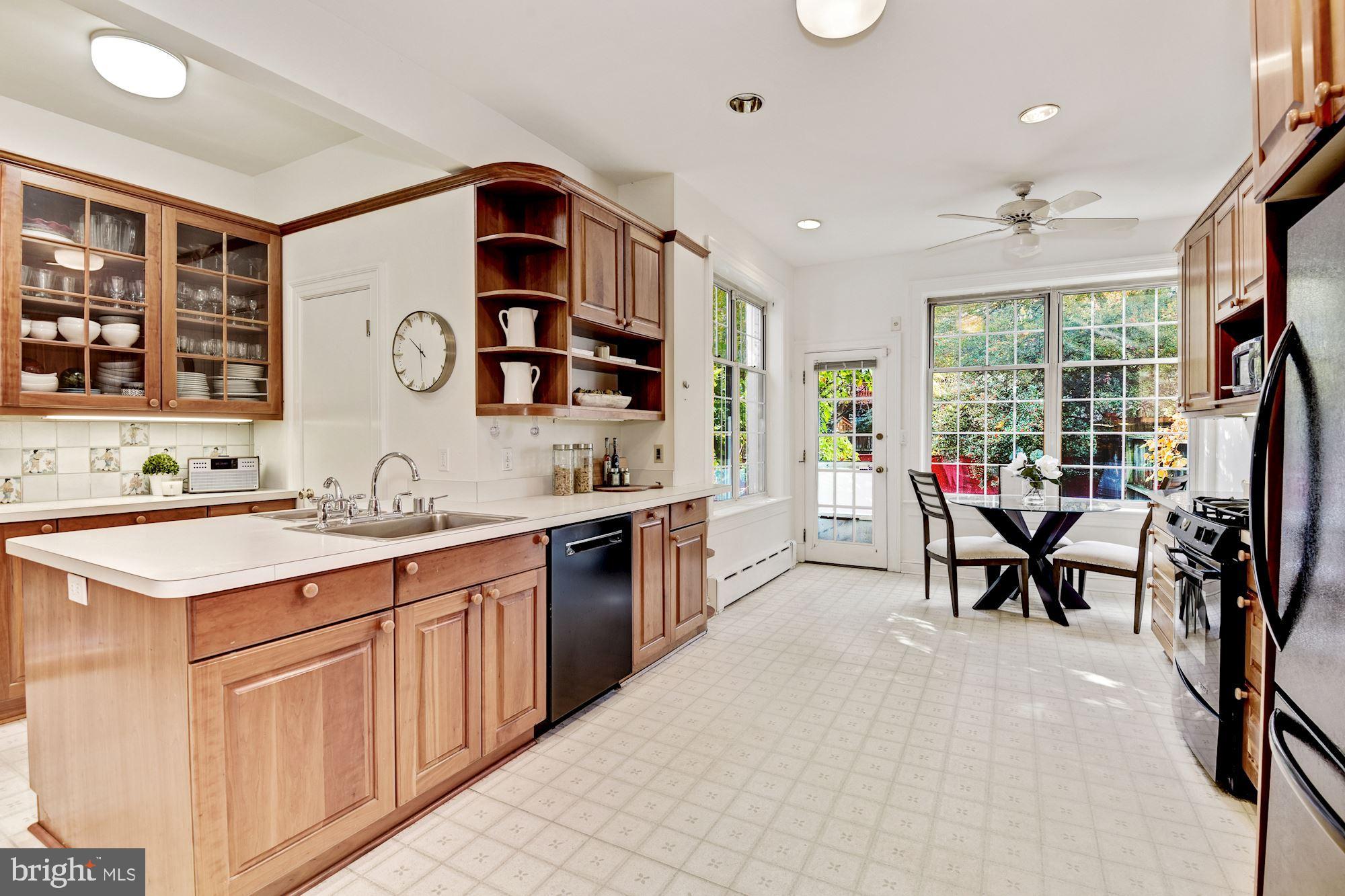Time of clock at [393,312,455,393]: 10:30
